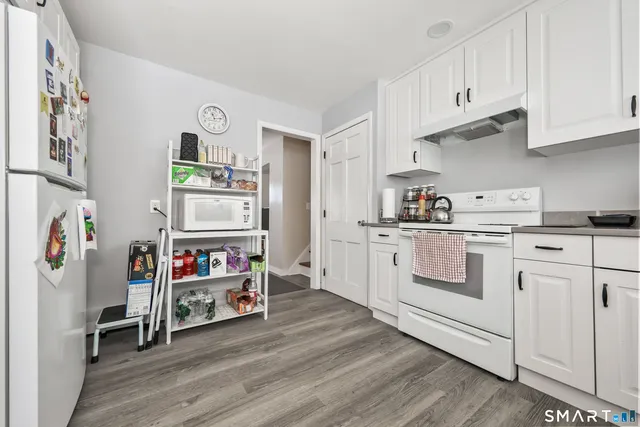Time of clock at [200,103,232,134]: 11:12
